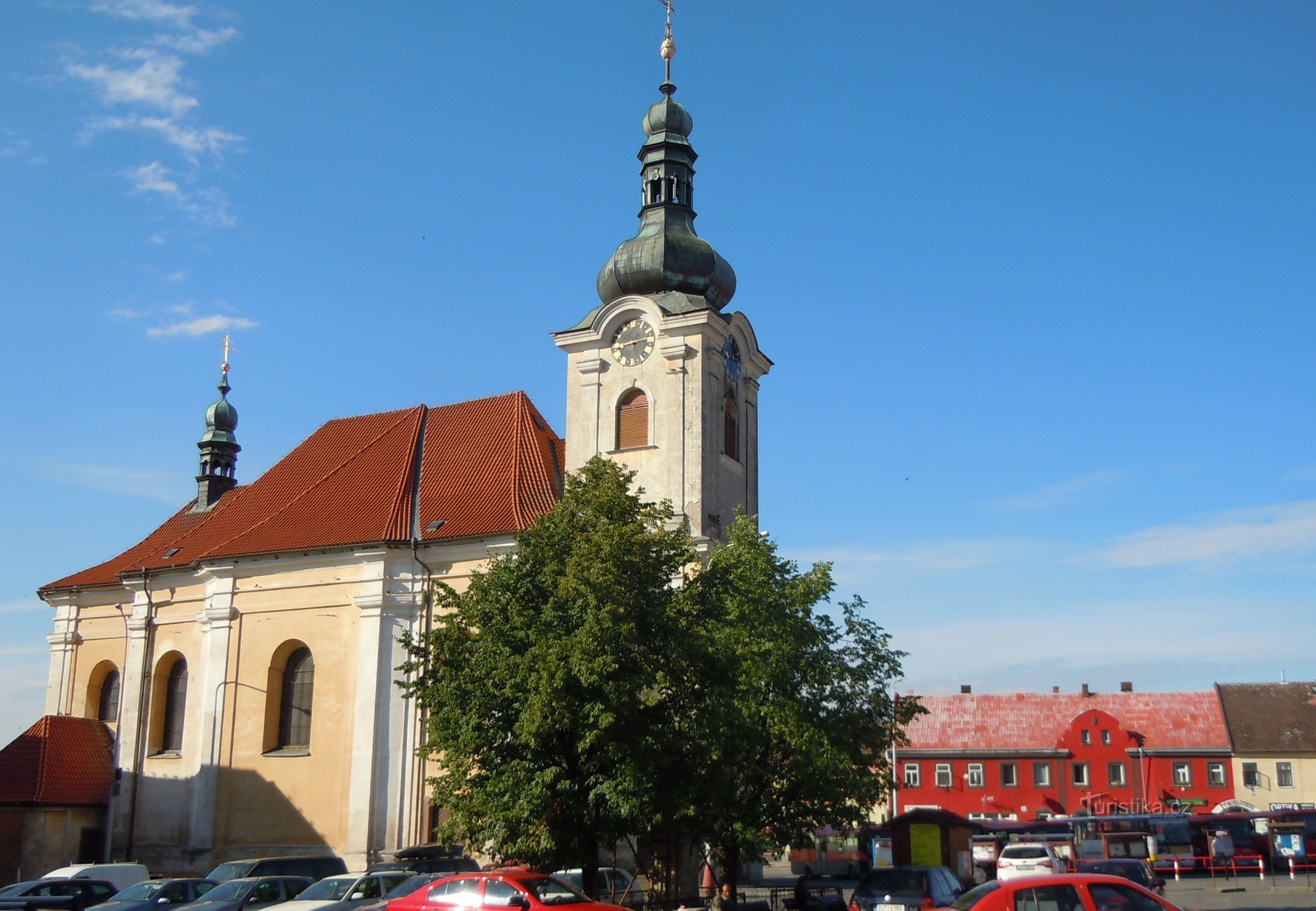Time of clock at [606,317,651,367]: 8:12
